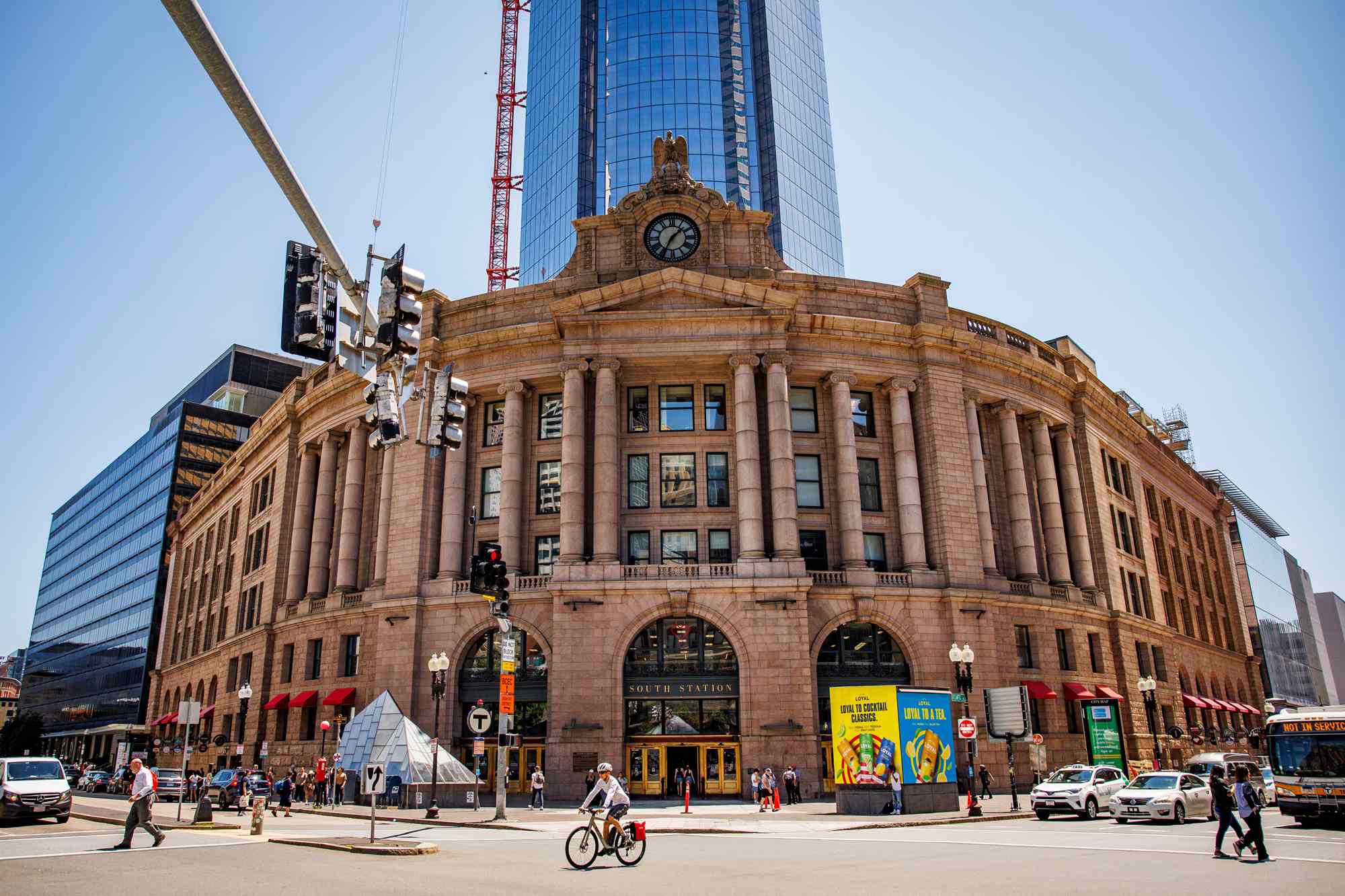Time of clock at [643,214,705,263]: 1:34
